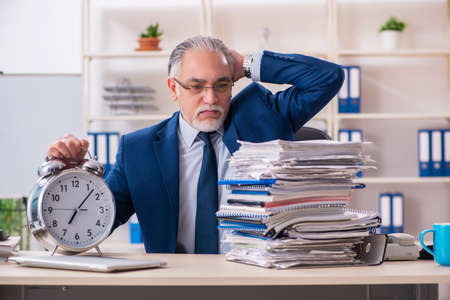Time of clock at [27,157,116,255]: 7:07
